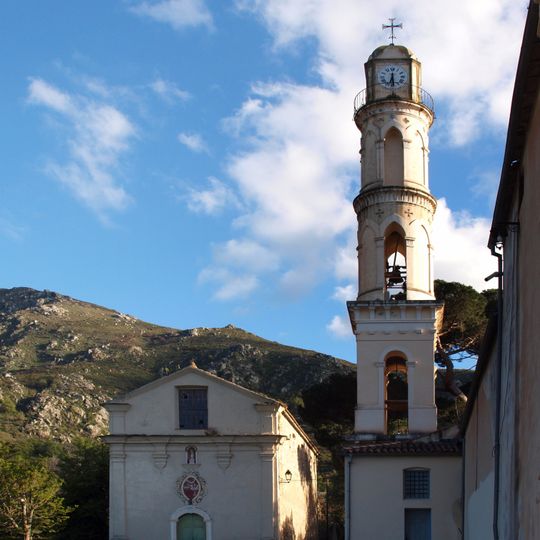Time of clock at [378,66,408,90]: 6:28
